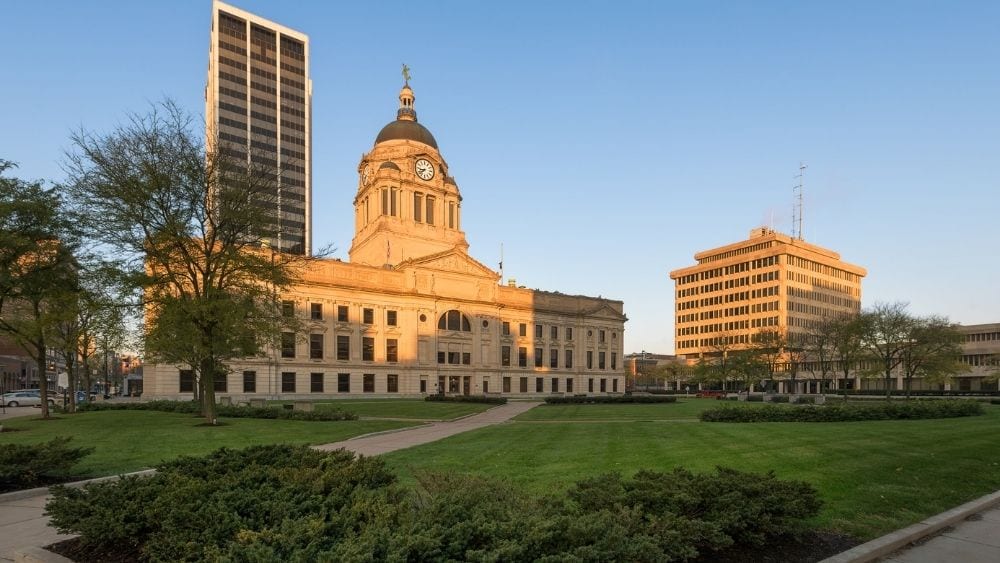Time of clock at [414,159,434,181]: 8:38
